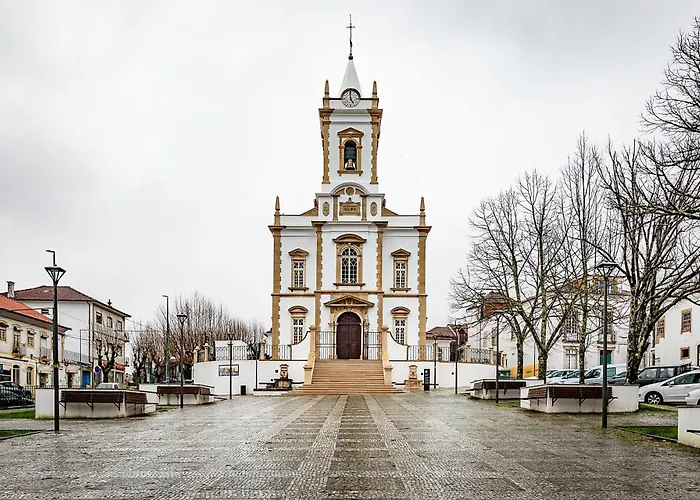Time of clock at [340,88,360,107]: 4:59
